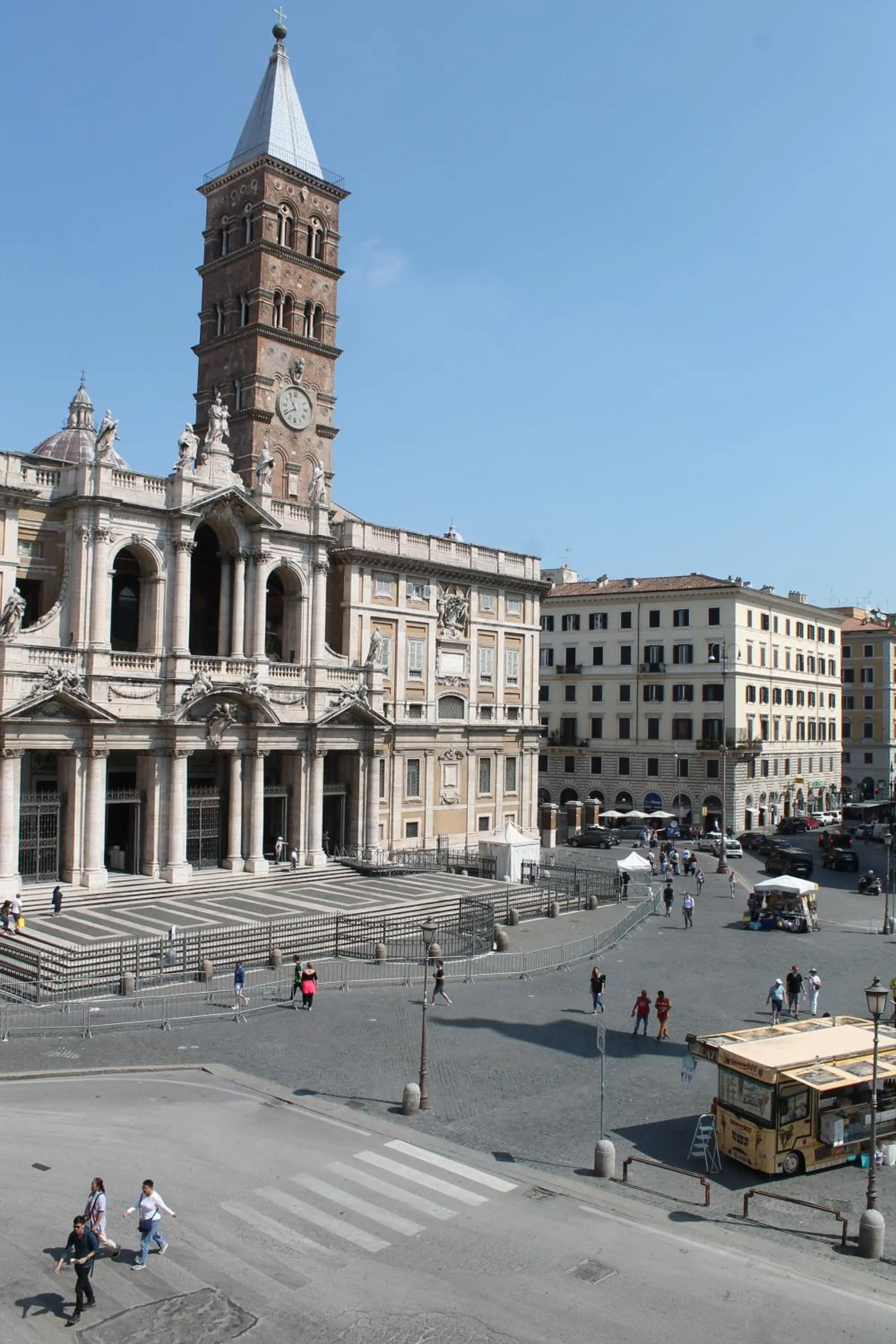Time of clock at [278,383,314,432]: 10:39
